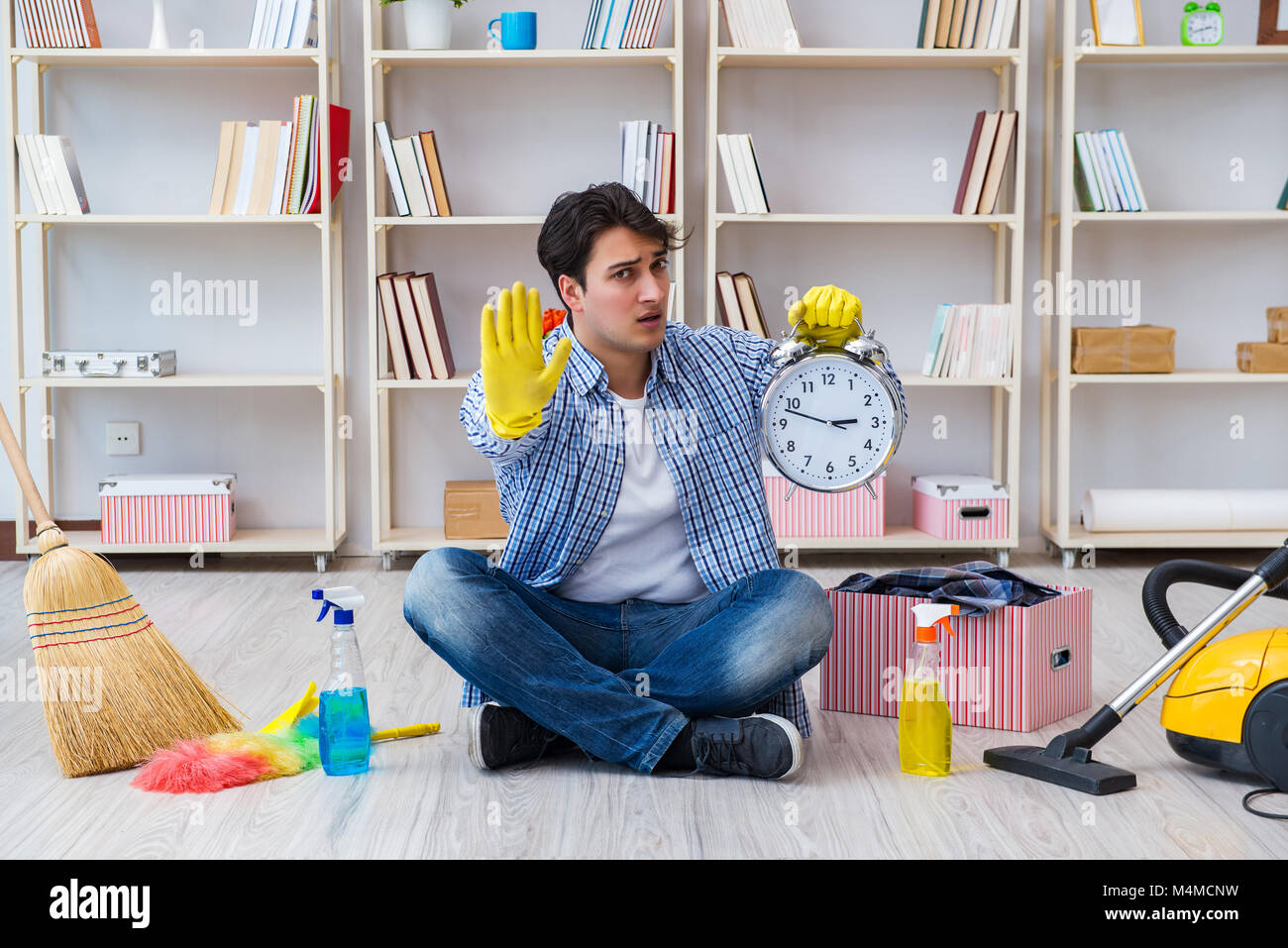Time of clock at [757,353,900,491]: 2:48
